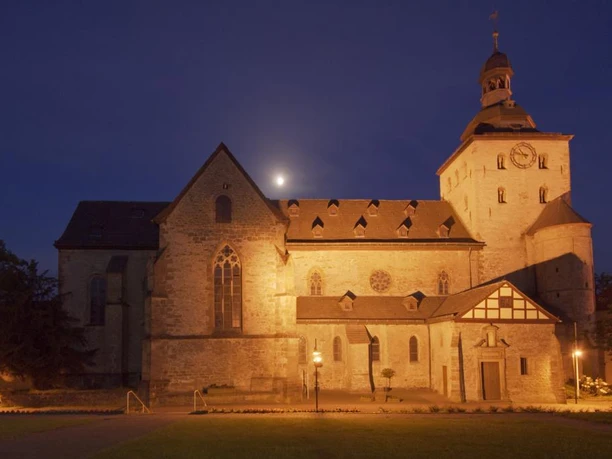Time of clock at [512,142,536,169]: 10:47
